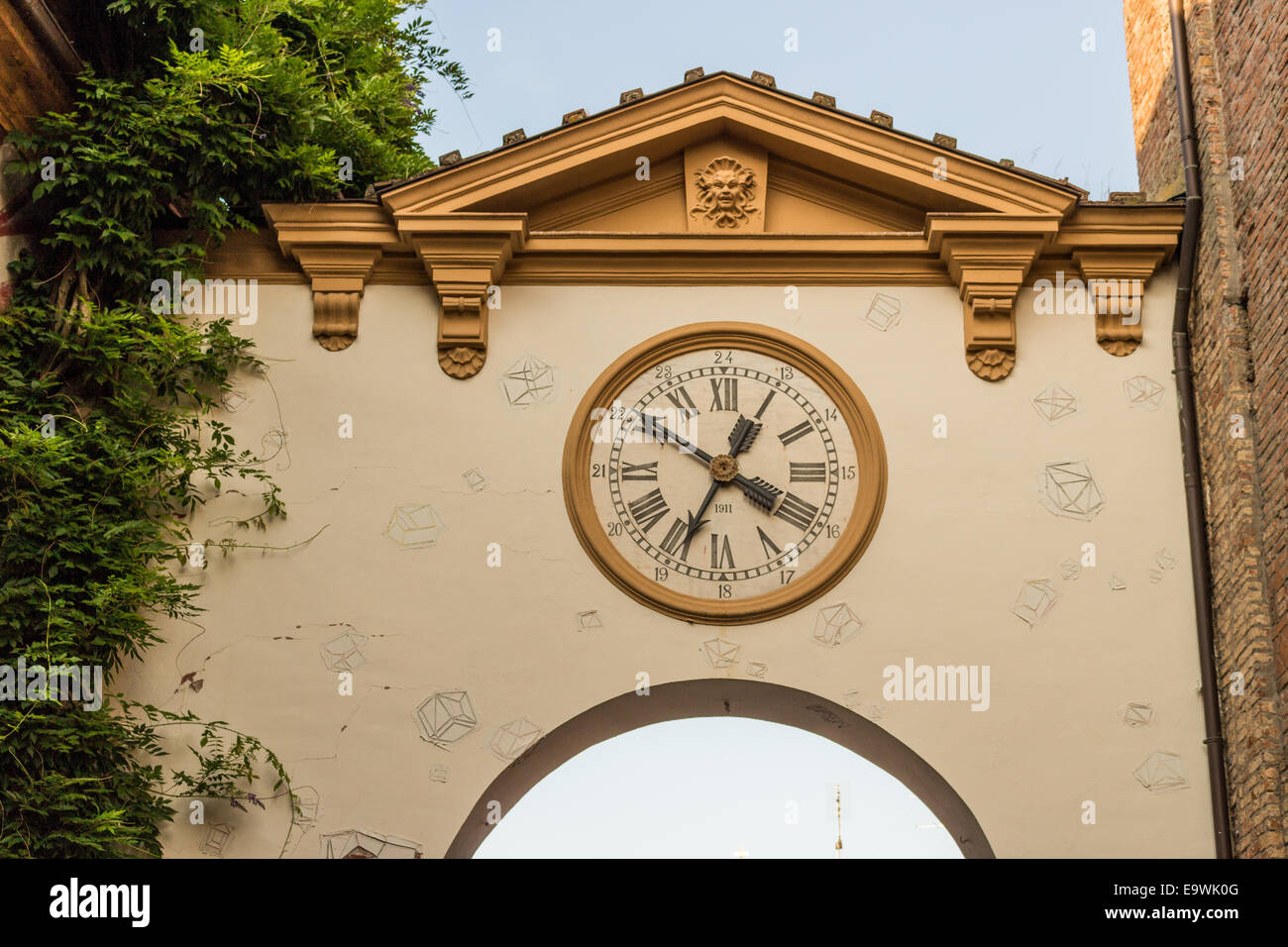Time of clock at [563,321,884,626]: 12:34
